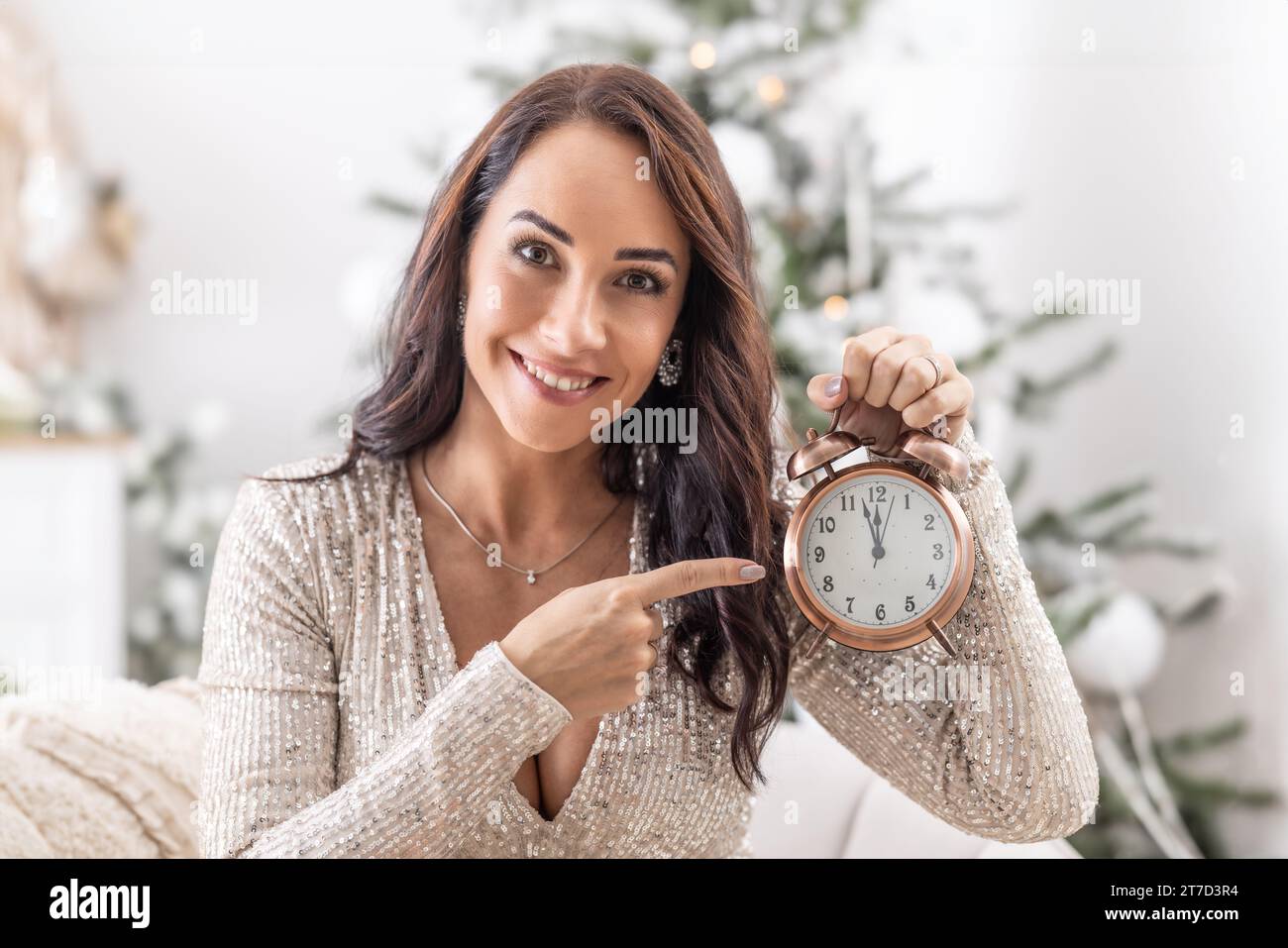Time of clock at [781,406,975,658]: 11:57
